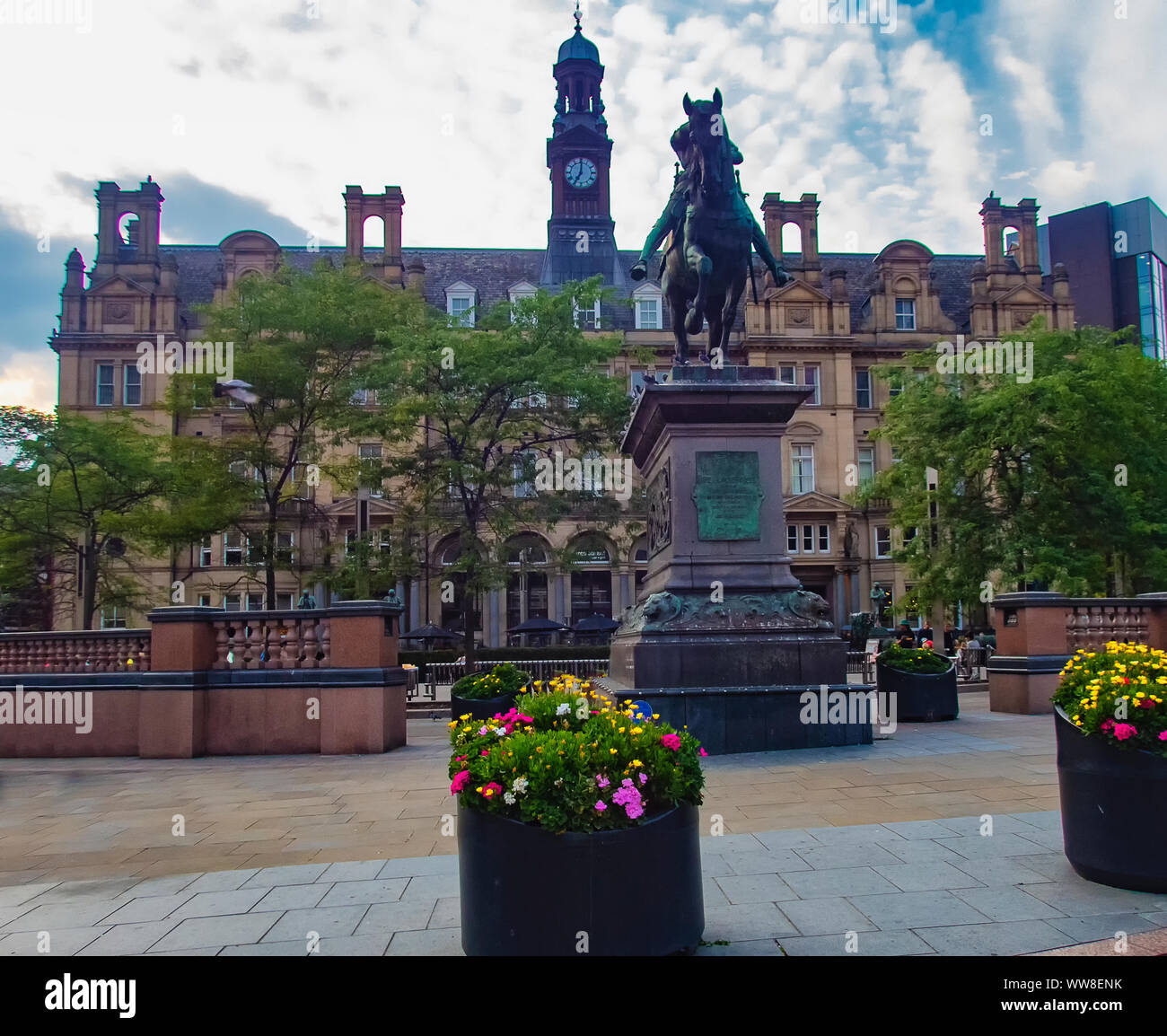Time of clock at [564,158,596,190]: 7:00
